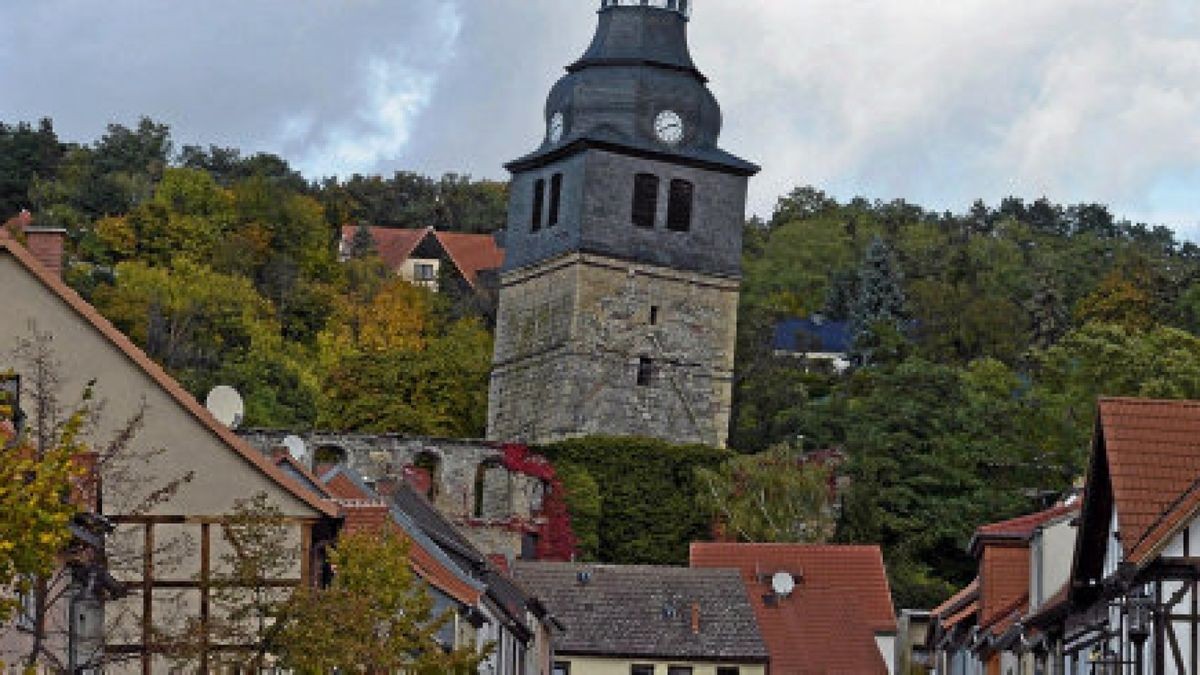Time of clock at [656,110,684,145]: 2:40
